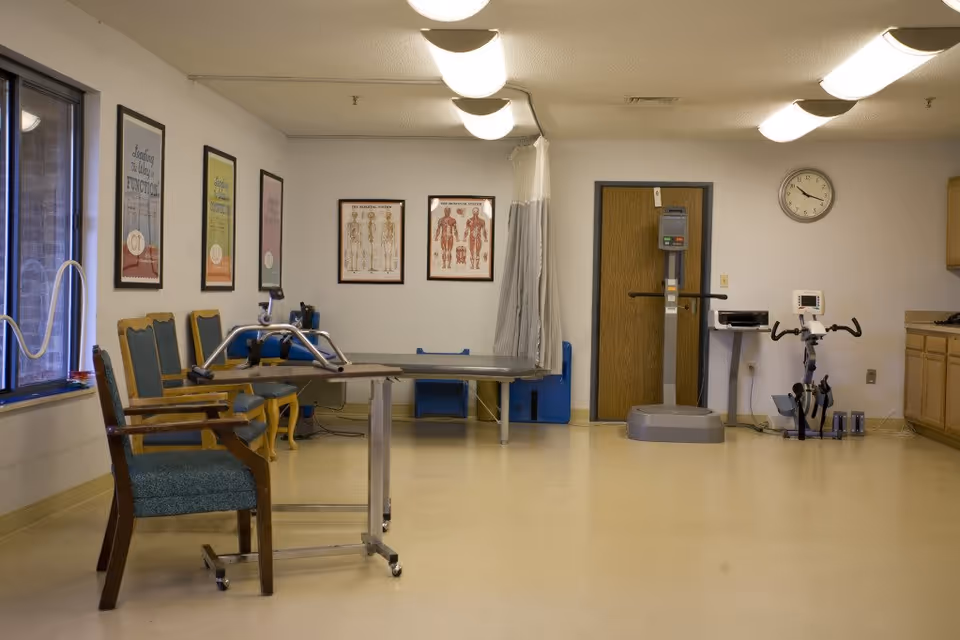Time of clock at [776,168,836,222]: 10:17
